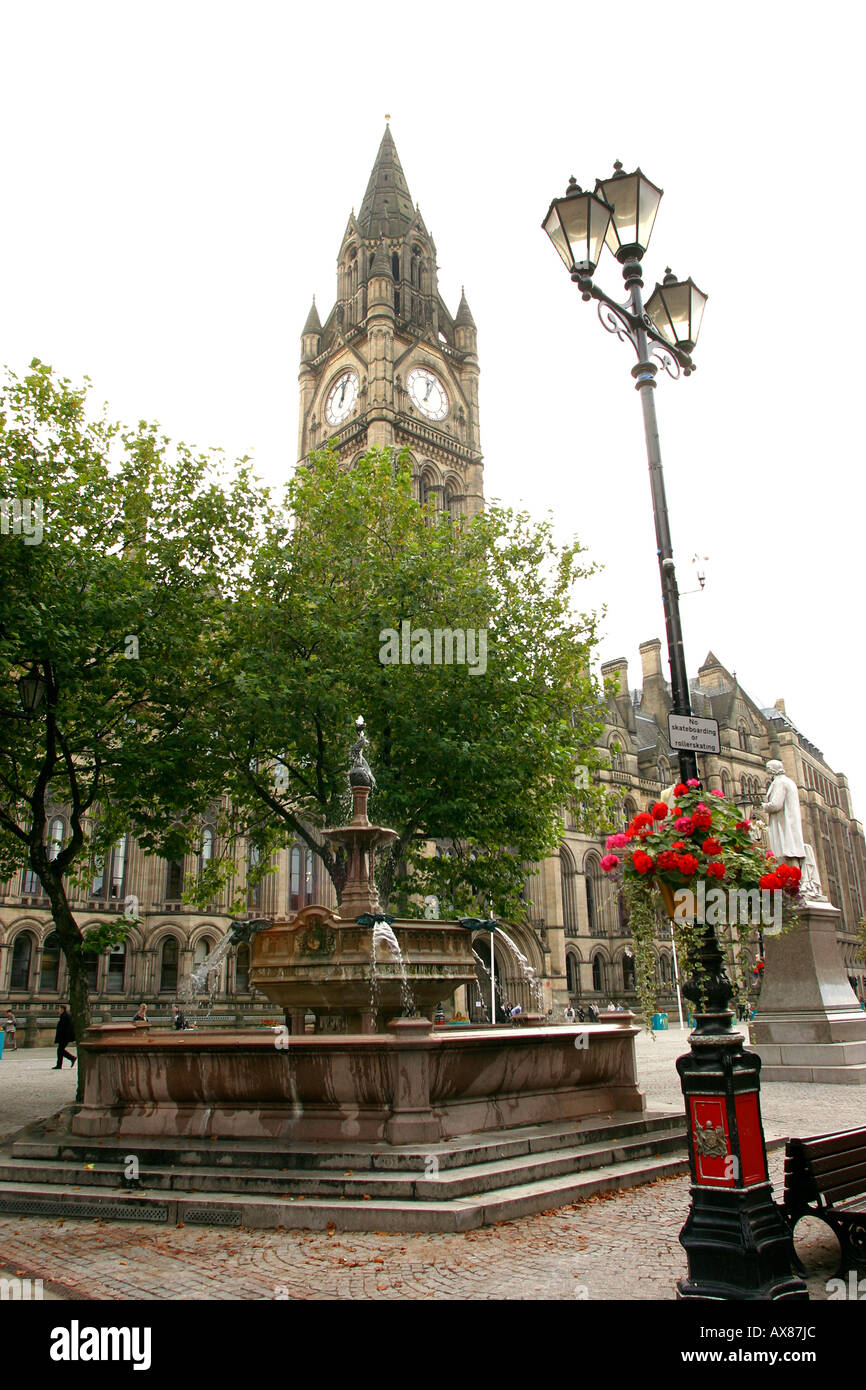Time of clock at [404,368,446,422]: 12:04
